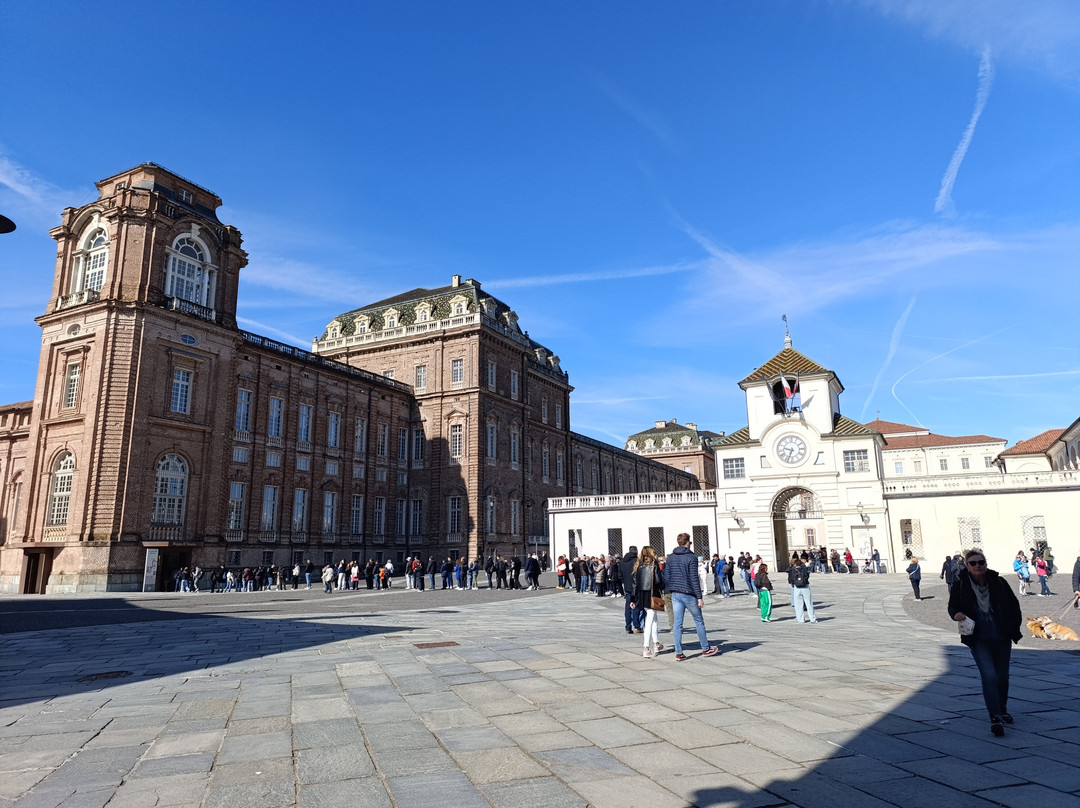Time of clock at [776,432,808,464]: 9:33
